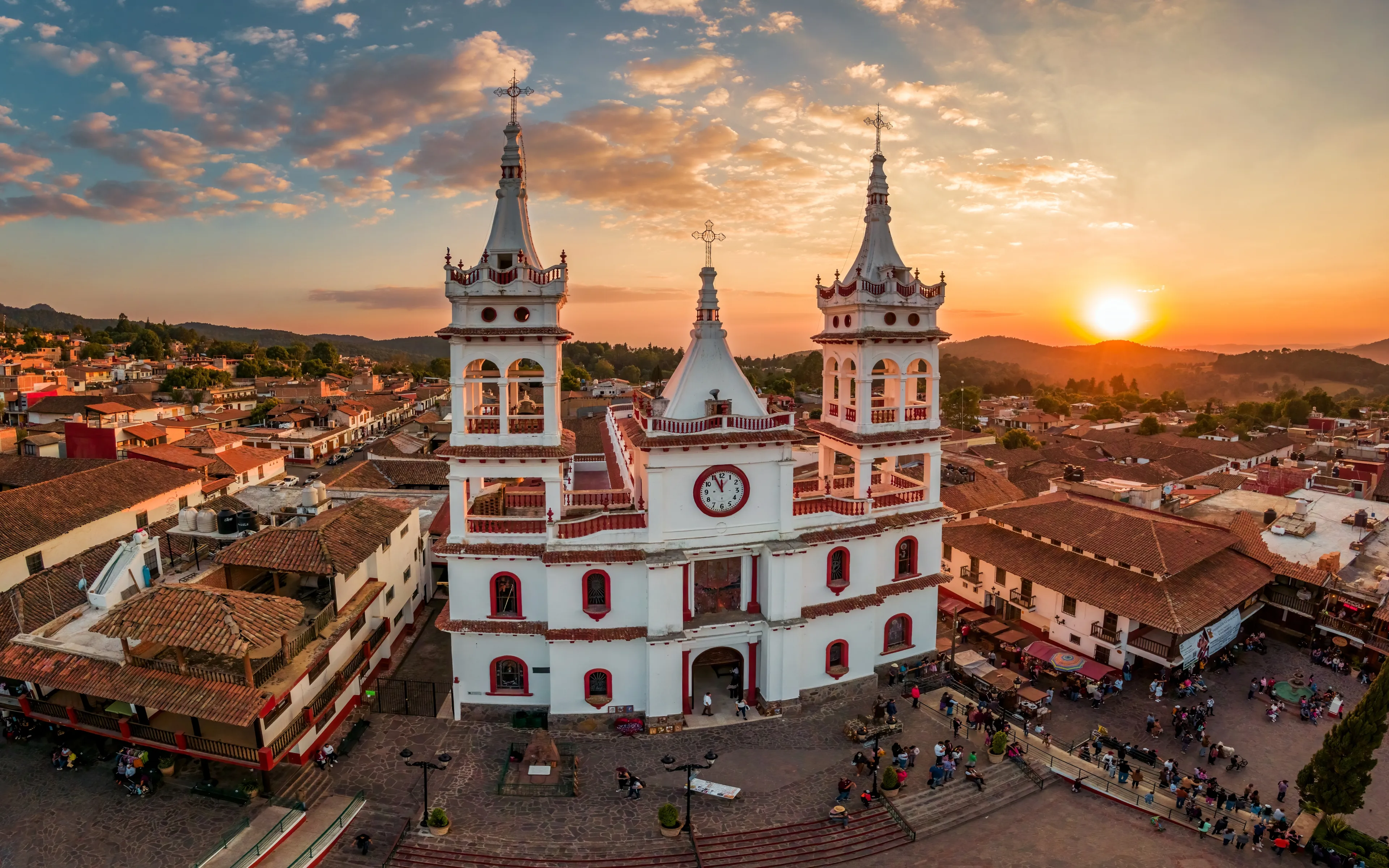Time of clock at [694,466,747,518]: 11:55
